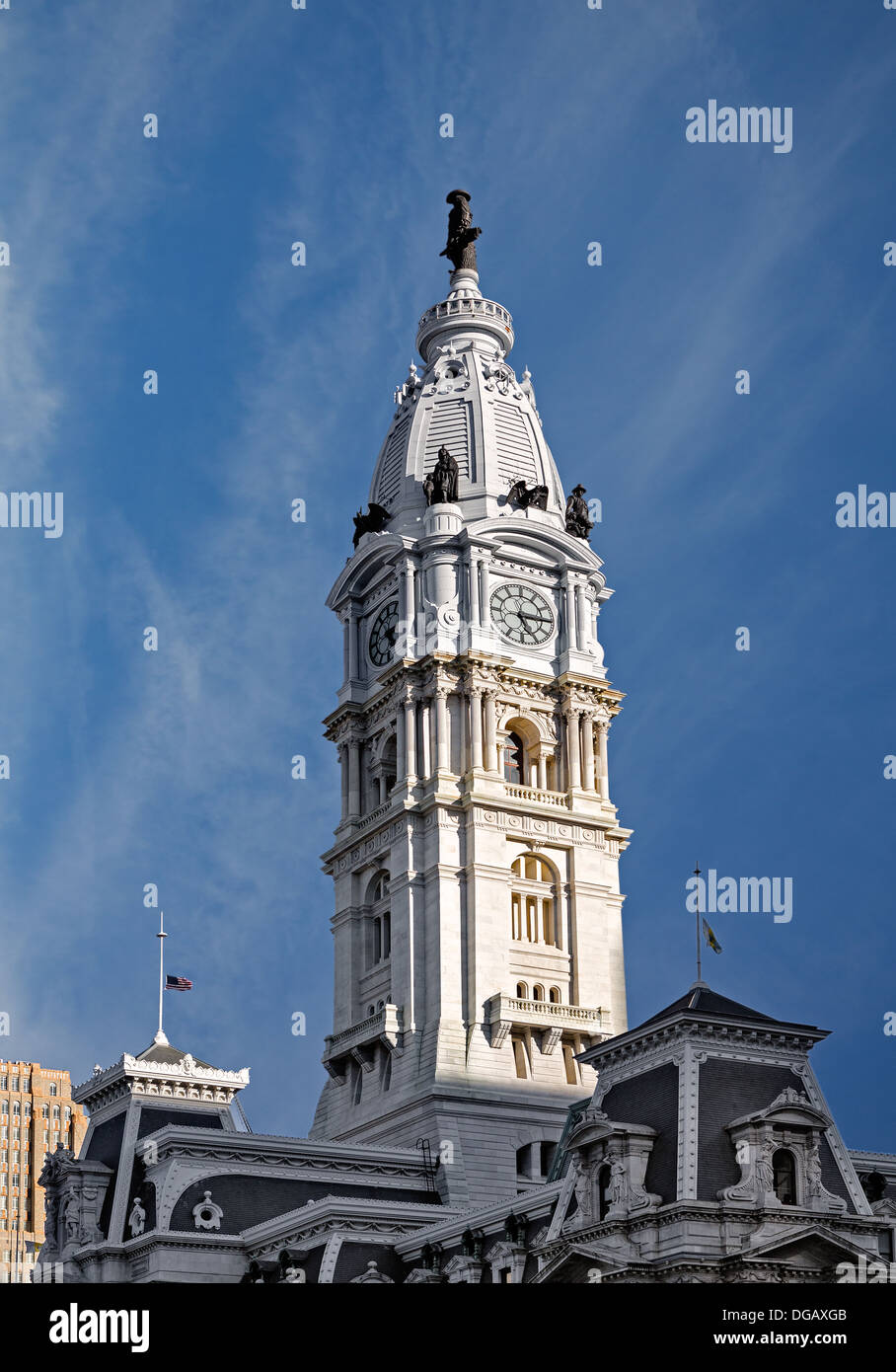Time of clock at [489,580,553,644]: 5:15
